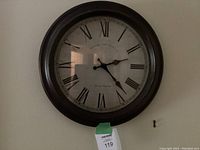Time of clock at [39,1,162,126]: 2:22
